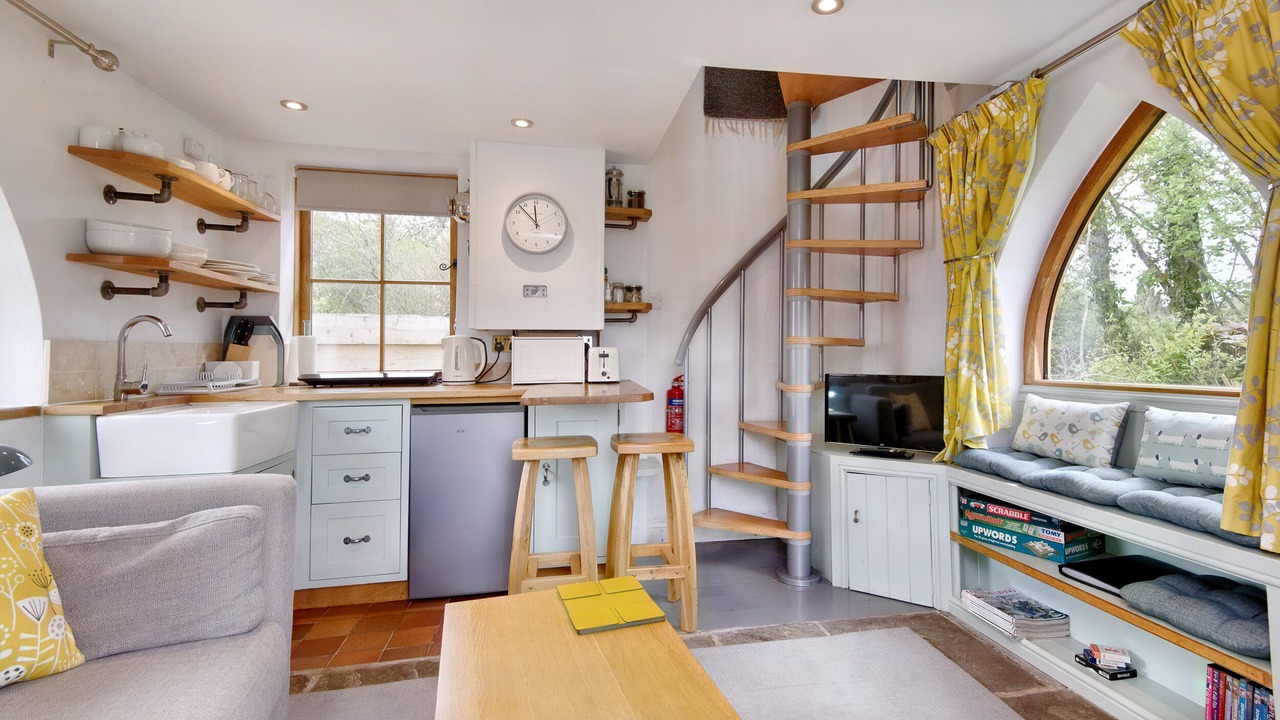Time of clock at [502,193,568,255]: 11:52
